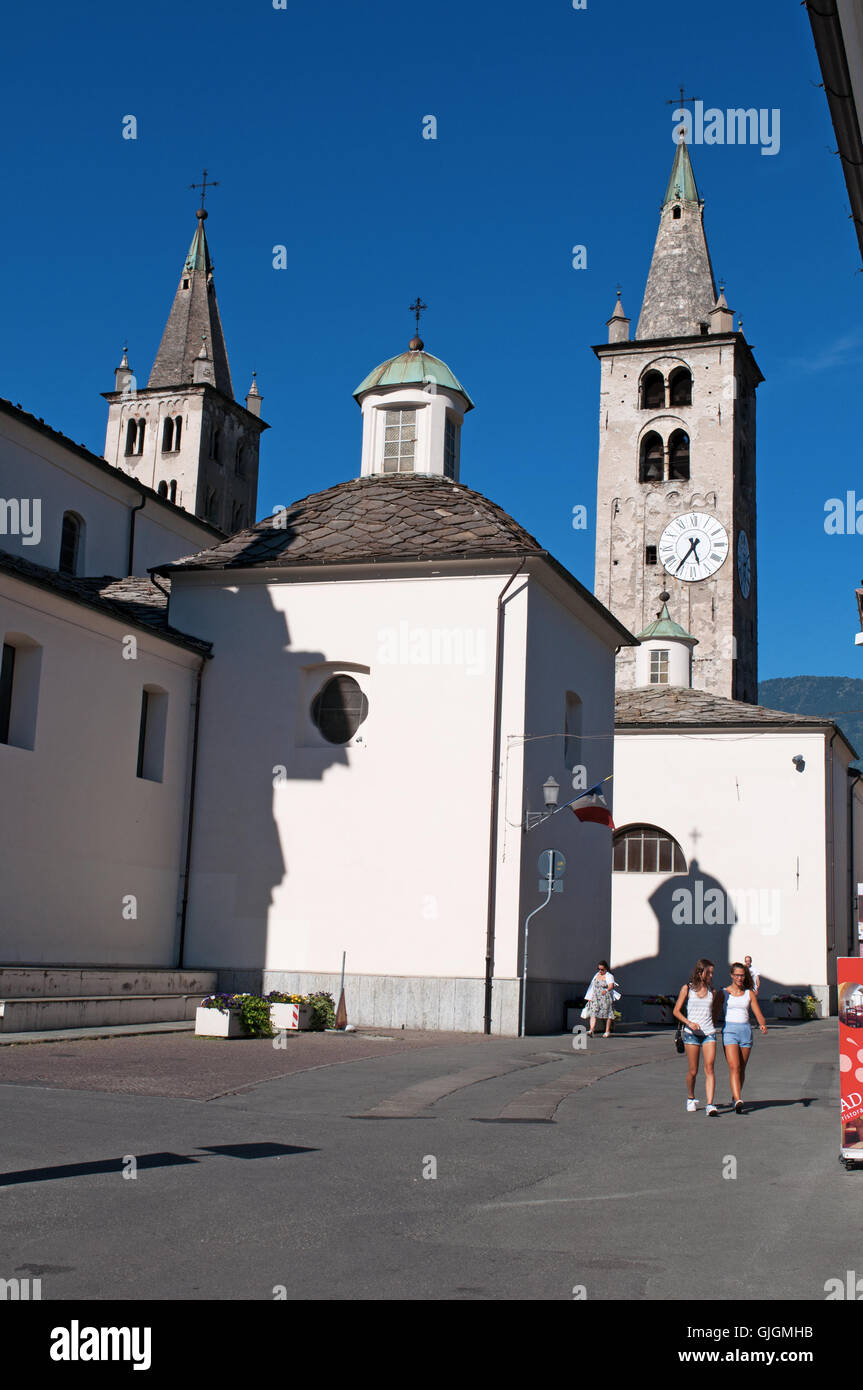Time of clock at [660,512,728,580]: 5:35
